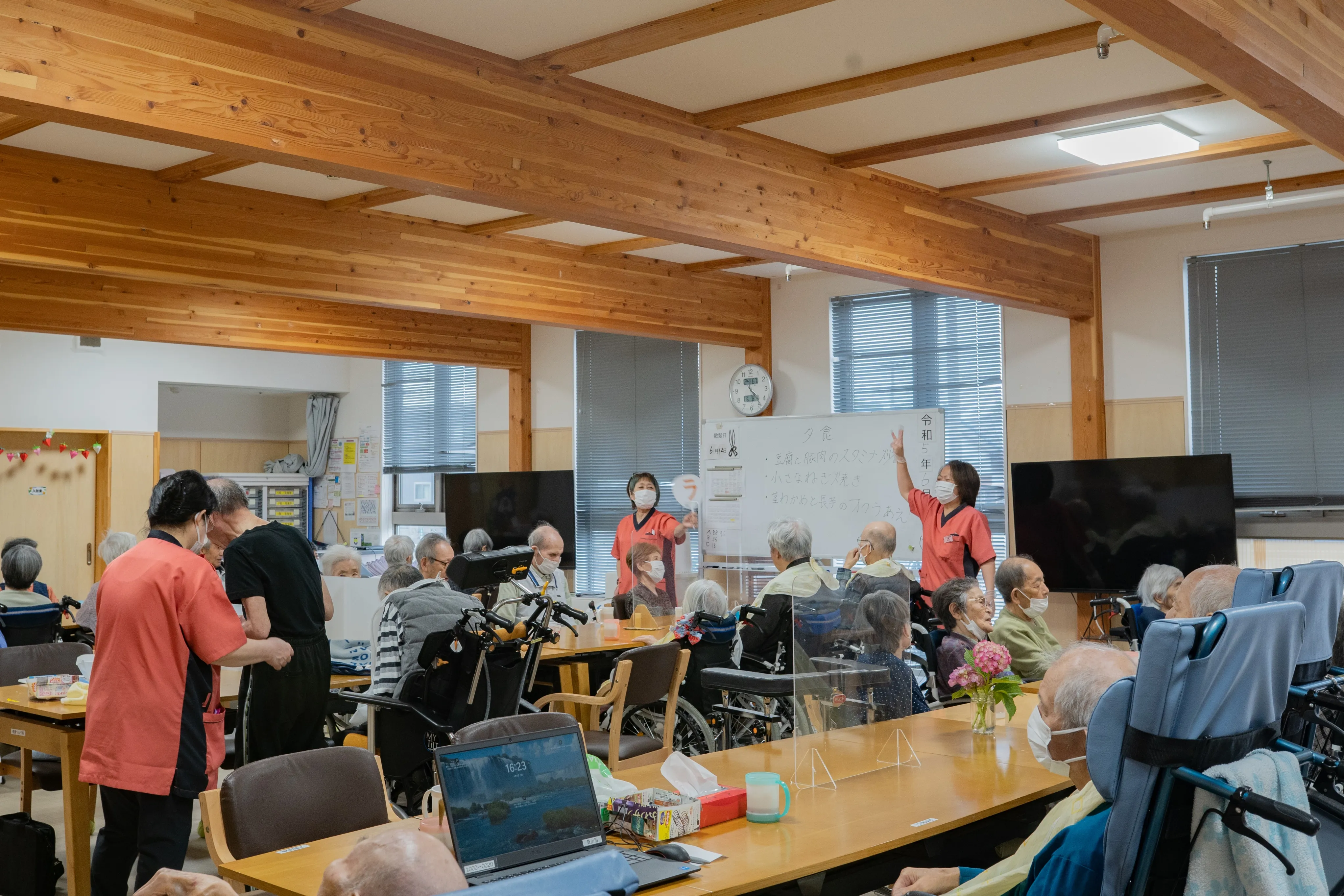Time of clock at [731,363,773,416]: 4:23
